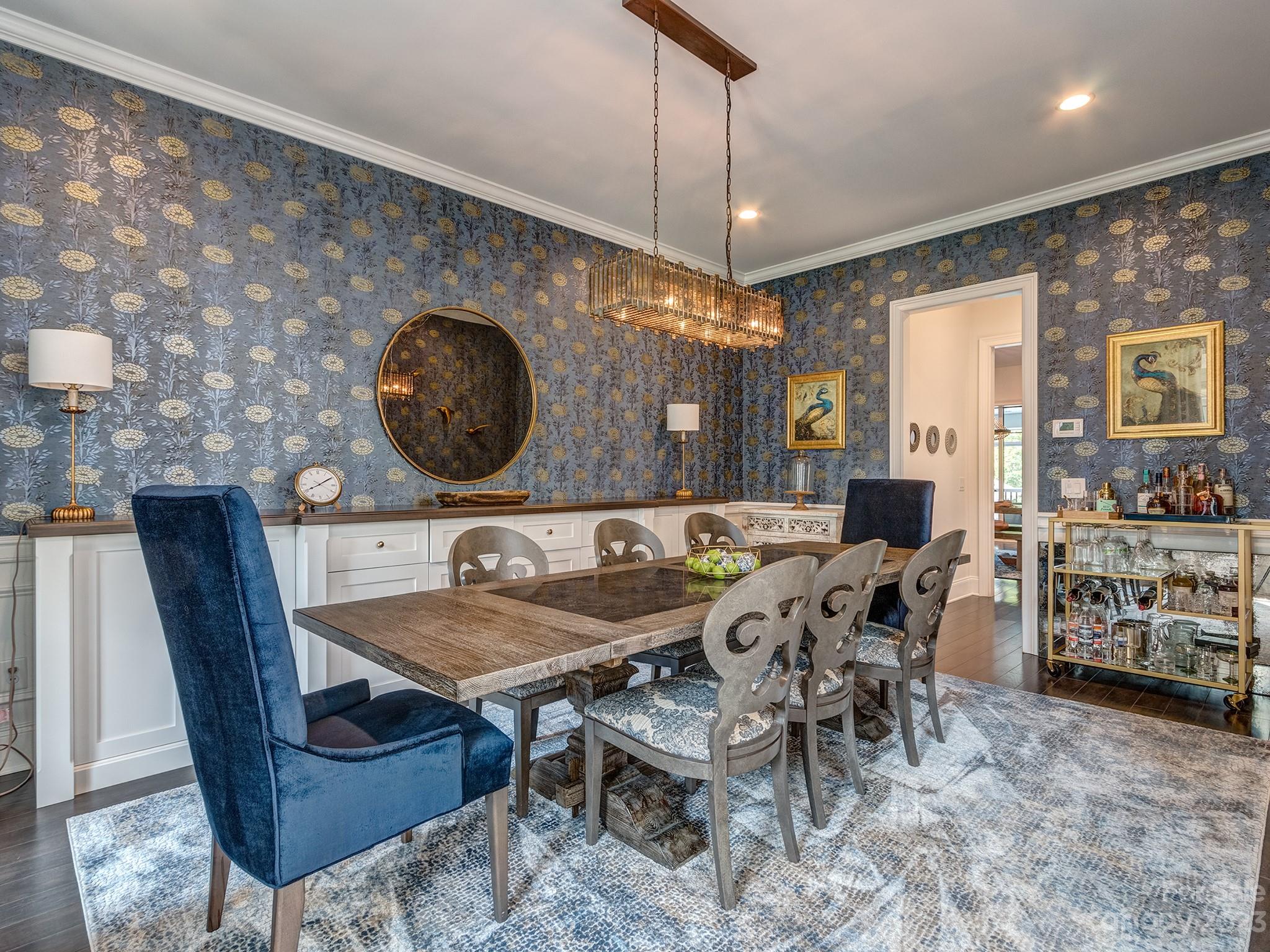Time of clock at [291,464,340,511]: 8:09
